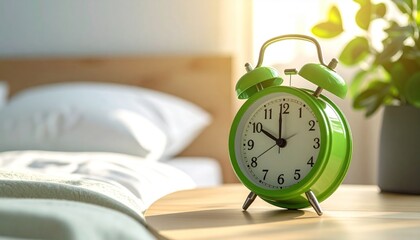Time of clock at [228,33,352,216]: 9:59
